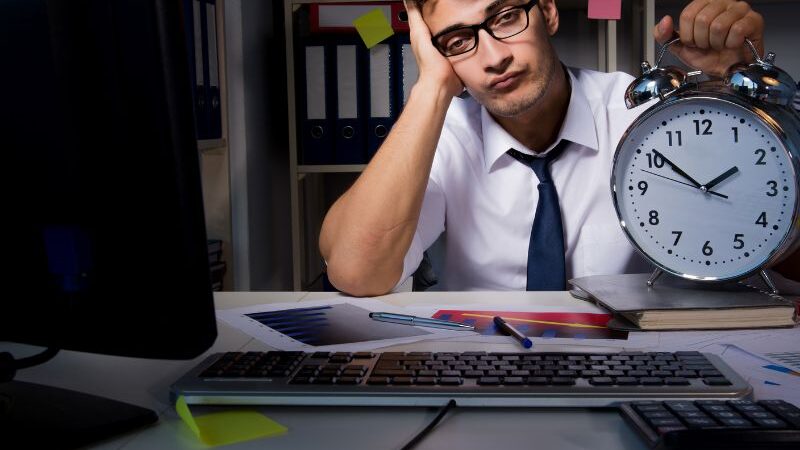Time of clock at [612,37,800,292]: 1:51
